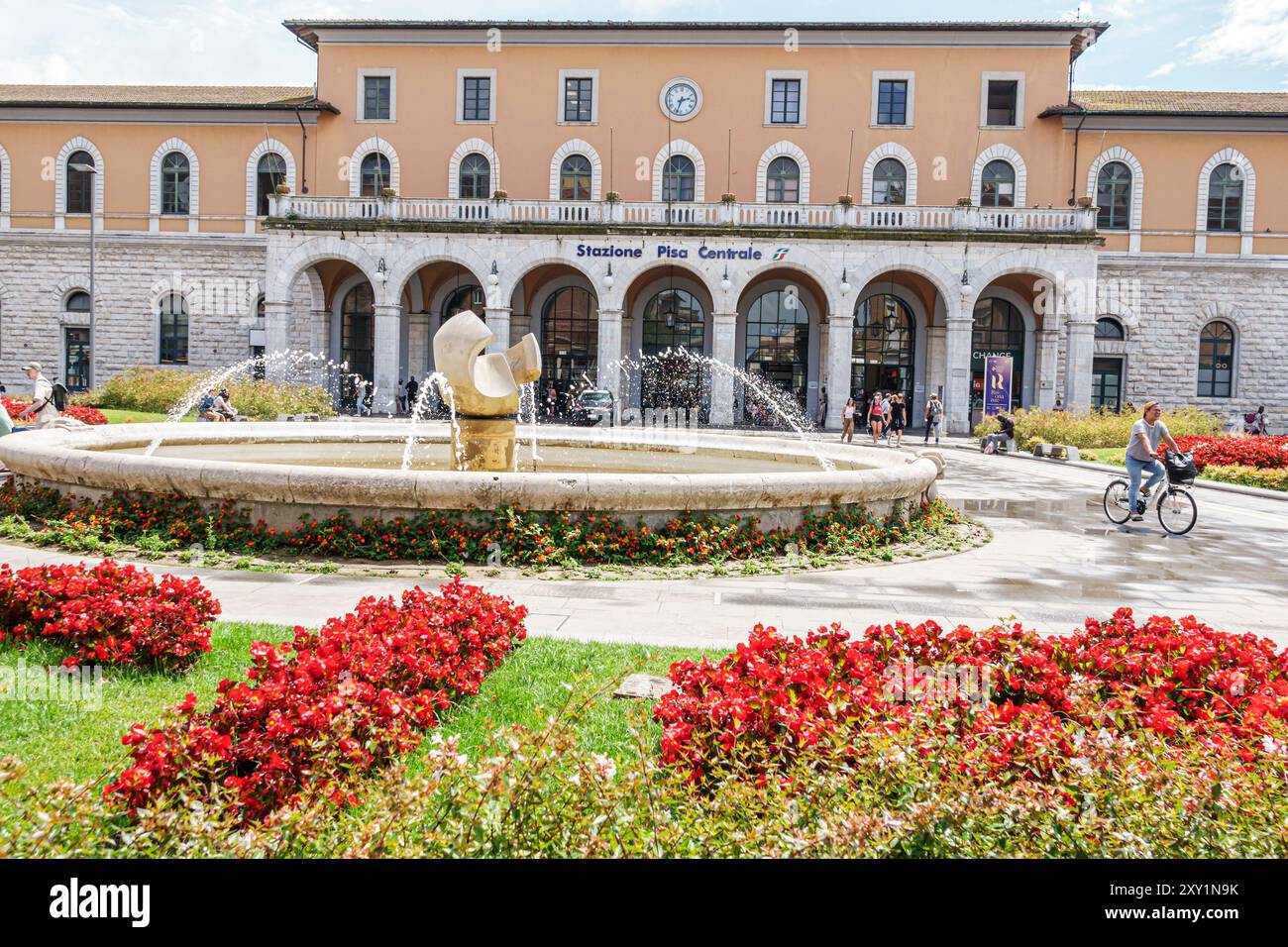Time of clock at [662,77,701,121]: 2:33
